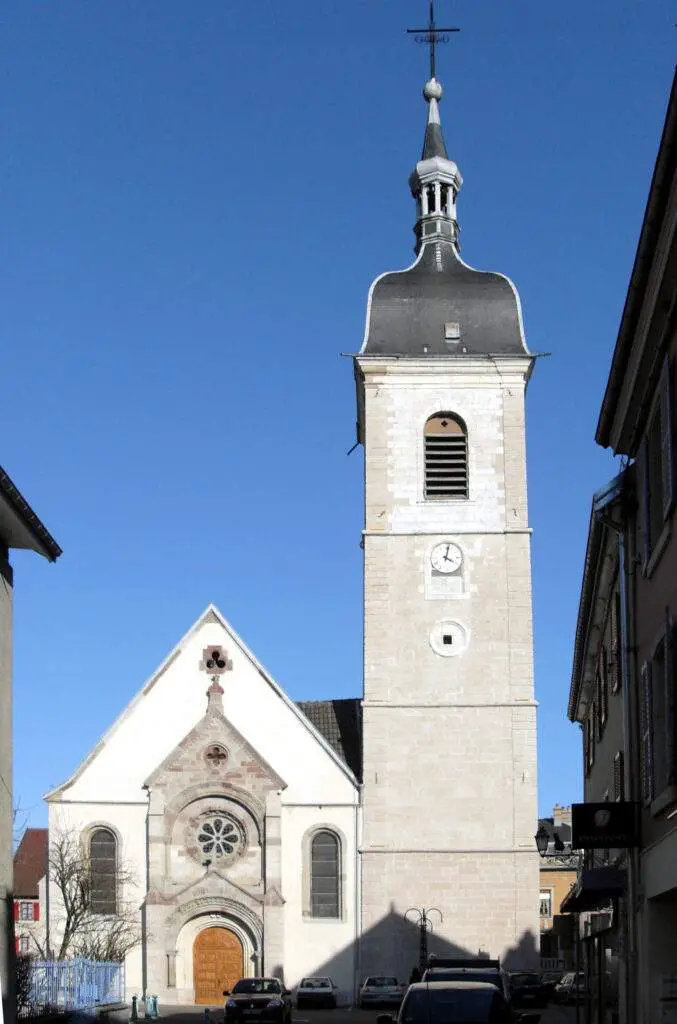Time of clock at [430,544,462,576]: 4:02
